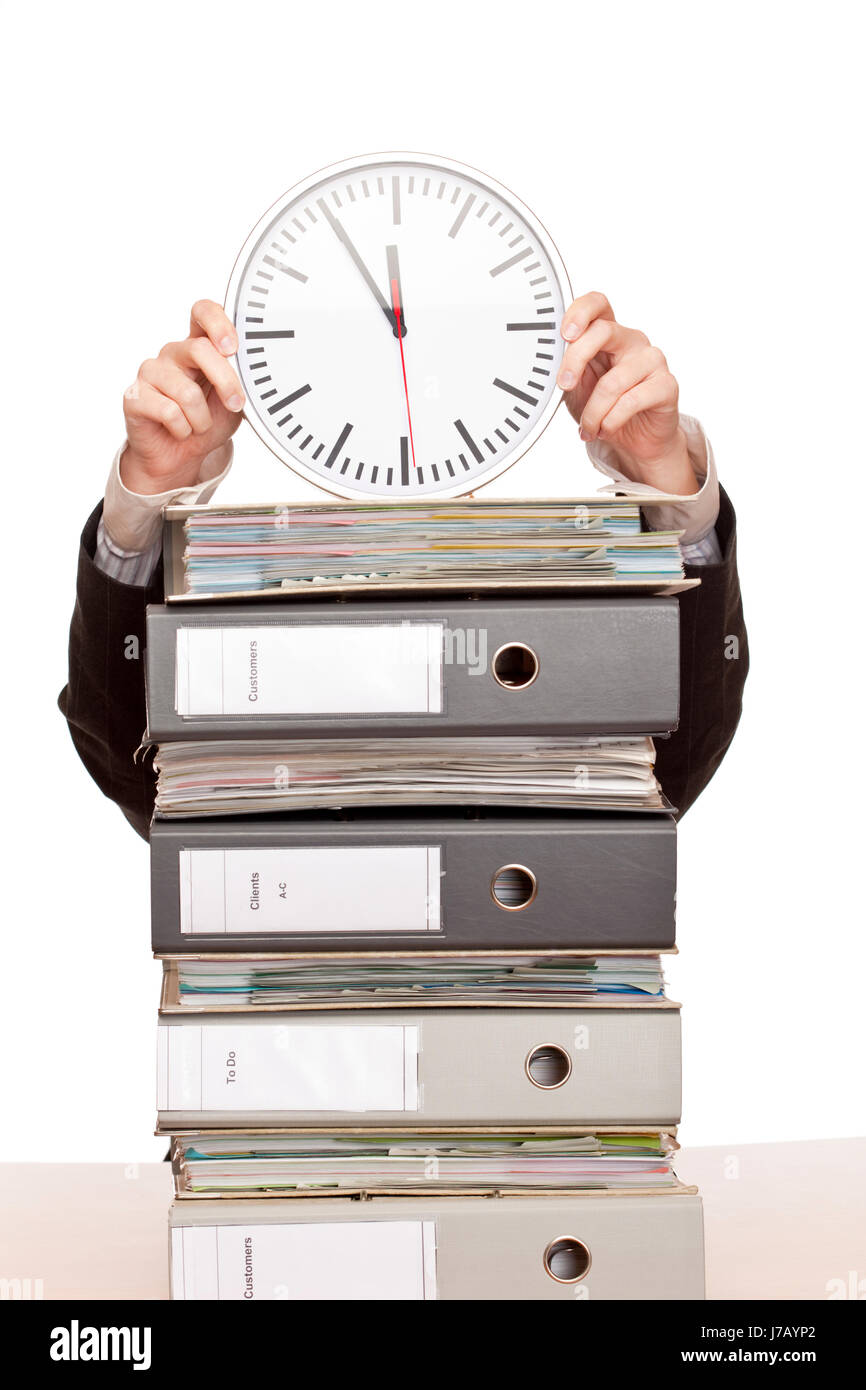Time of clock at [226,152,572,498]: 11:55
